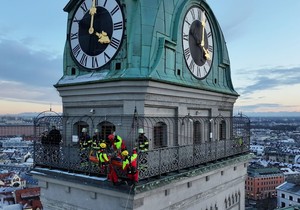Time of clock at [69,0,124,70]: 4:00
